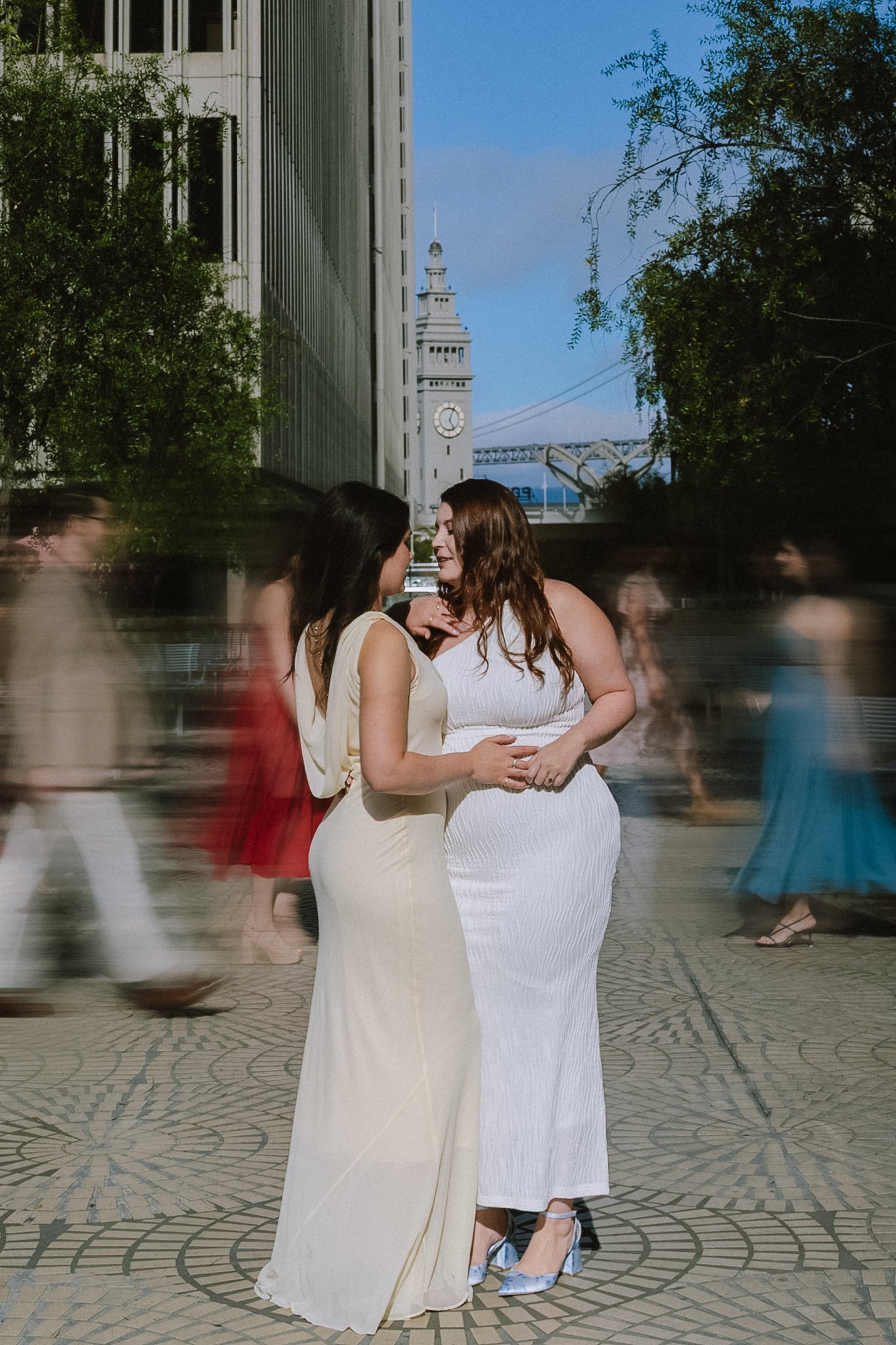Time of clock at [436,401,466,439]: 5:04
